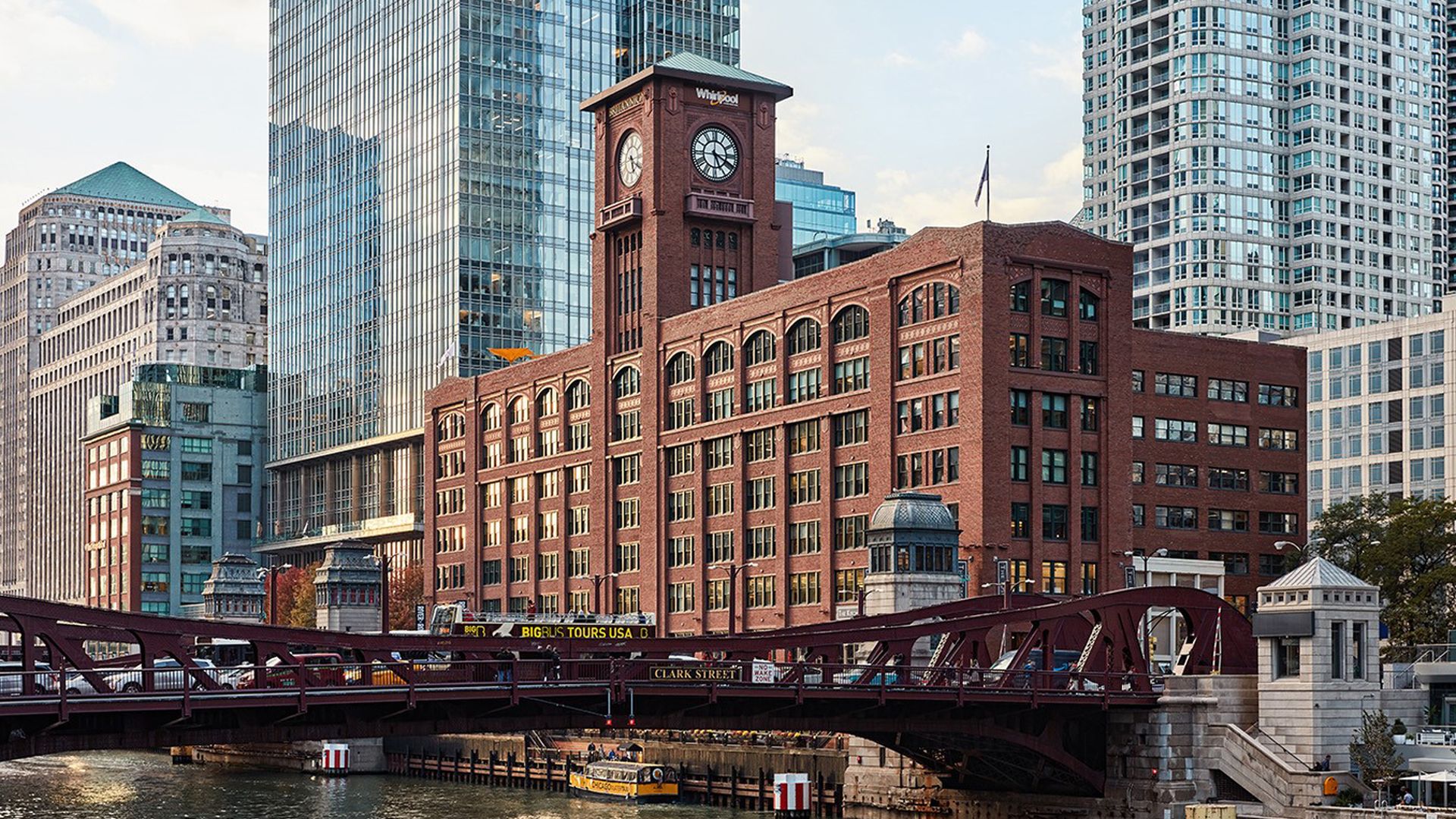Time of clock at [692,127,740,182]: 5:18
